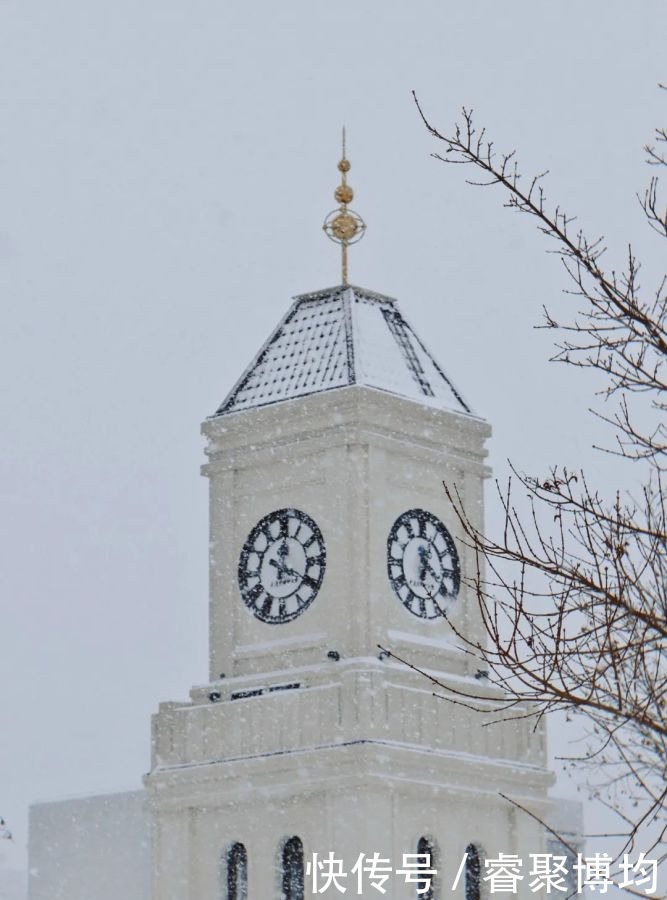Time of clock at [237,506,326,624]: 12:19
